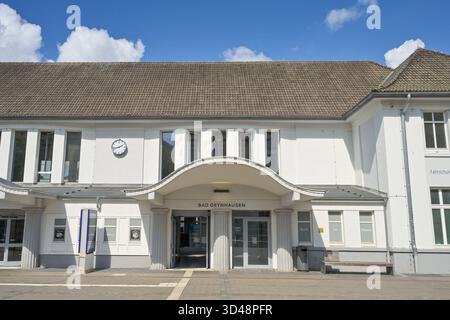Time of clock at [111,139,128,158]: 1:42
